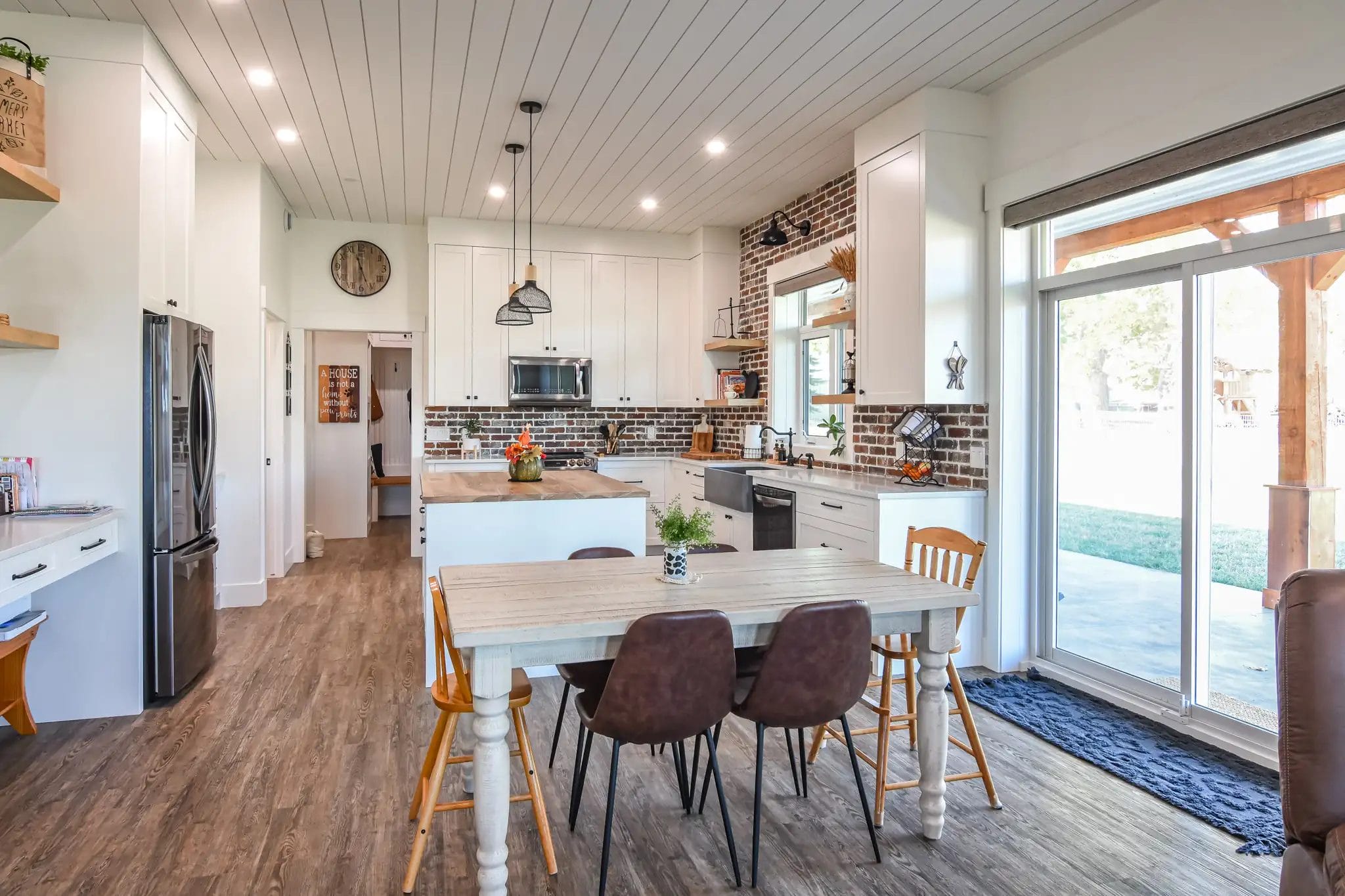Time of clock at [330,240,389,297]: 11:26
